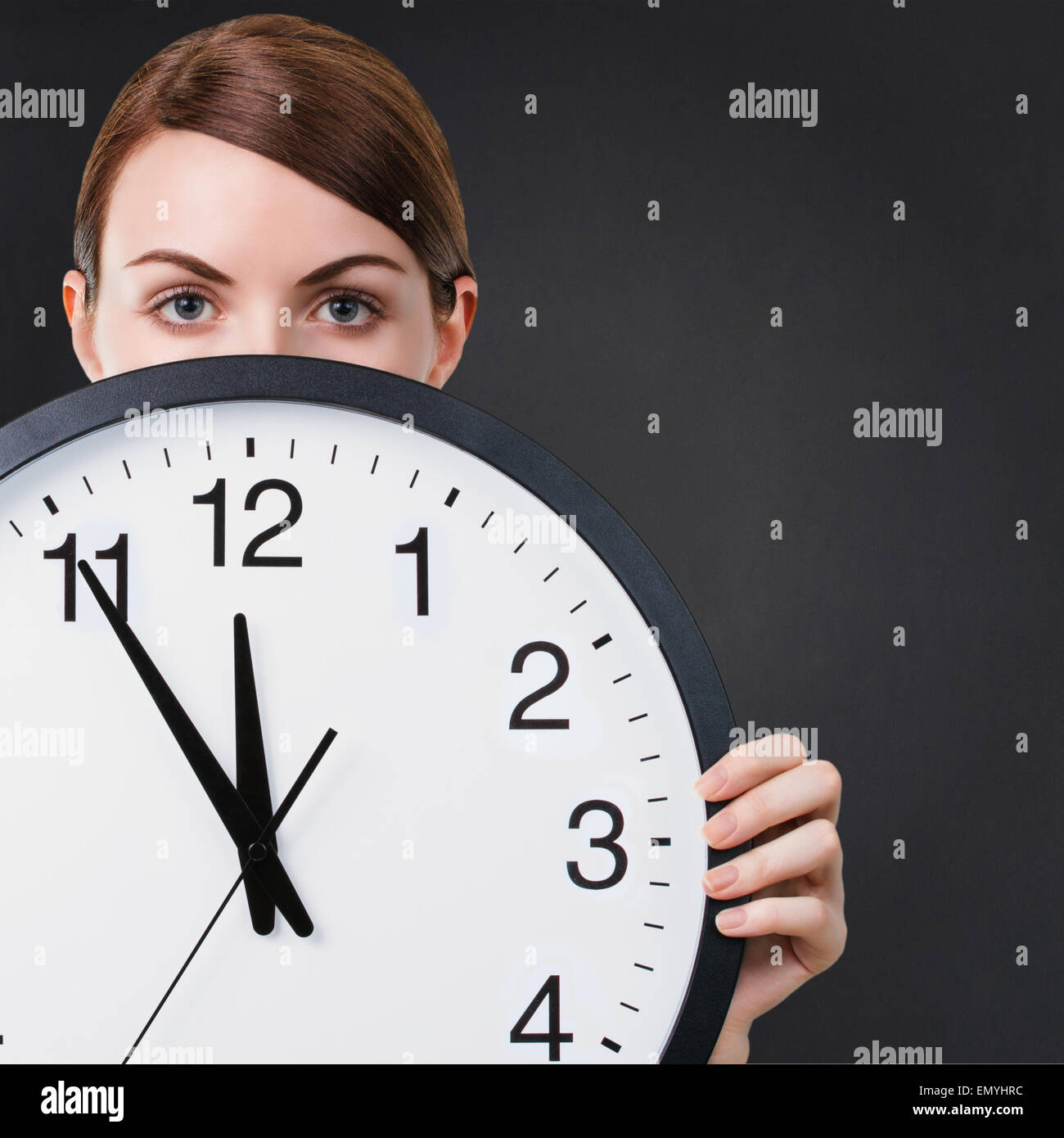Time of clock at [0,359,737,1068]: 11:54
